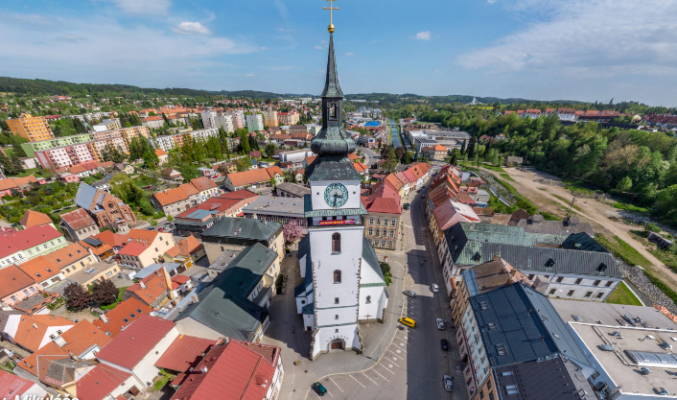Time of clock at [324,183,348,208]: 3:32
